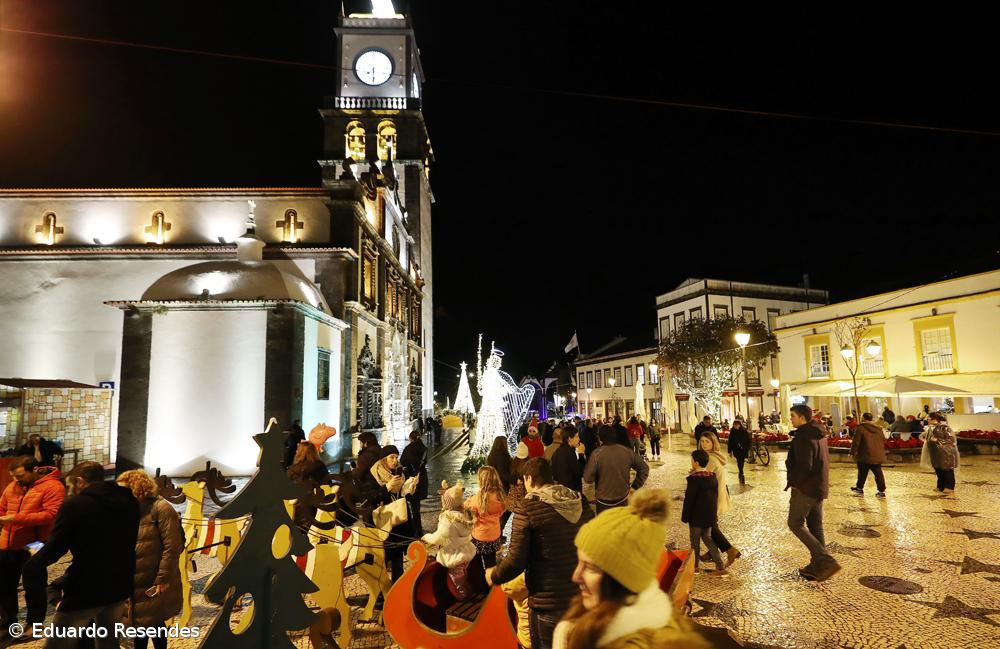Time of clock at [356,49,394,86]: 7:28
